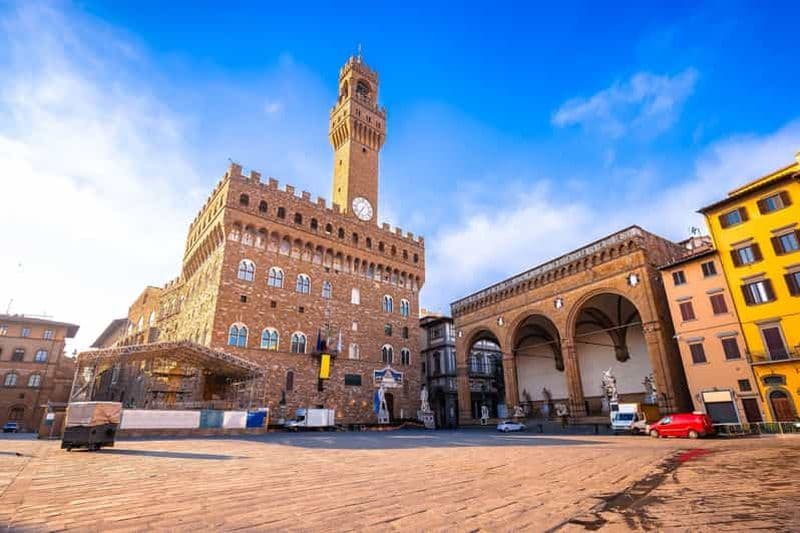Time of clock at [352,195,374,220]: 7:06
